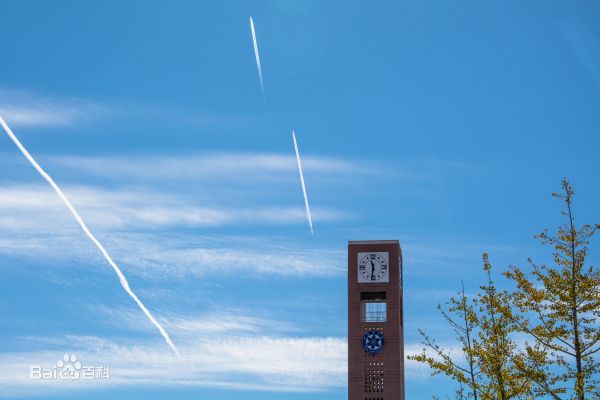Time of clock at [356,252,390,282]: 11:31
